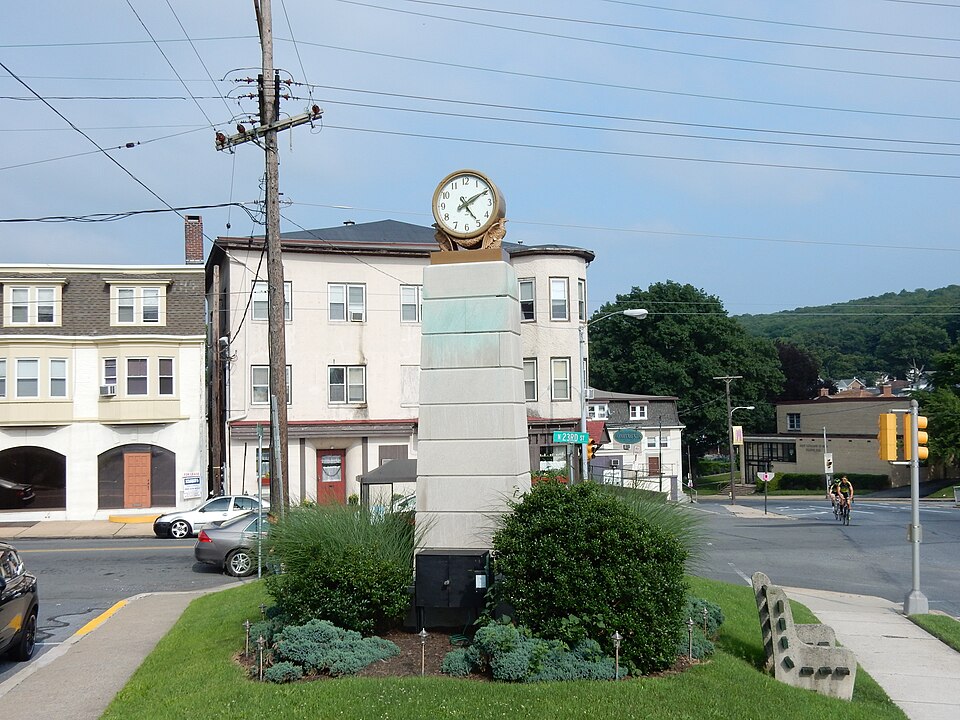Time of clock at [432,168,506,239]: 5:09
